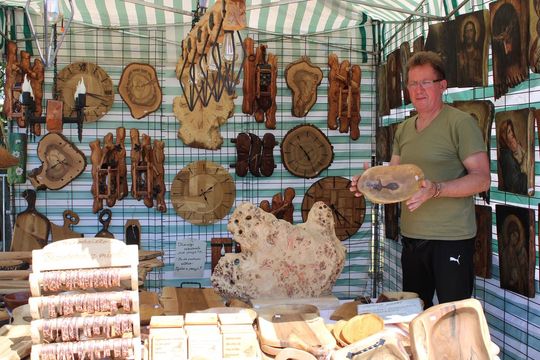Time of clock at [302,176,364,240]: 5:22
